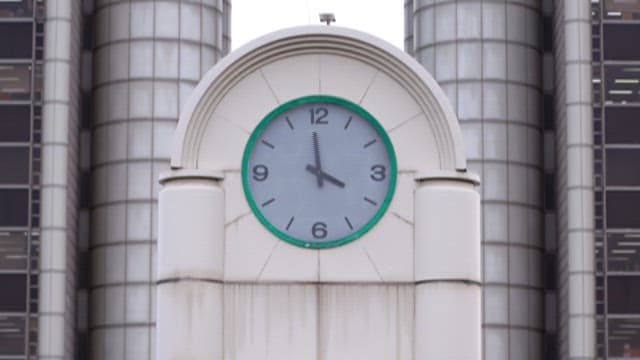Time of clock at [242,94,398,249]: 3:58
